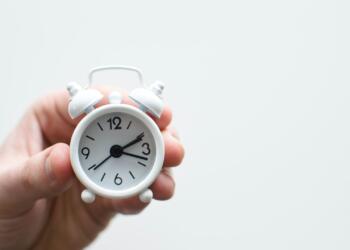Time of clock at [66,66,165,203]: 2:18
